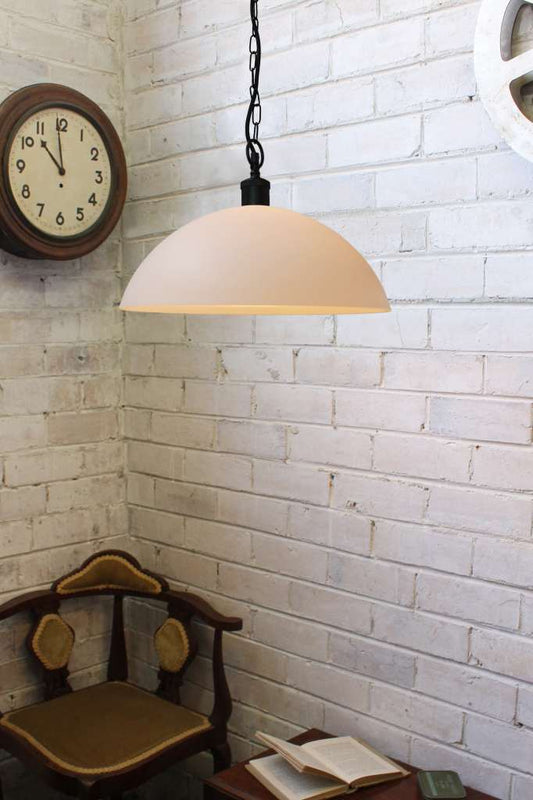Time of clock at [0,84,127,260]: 10:59
